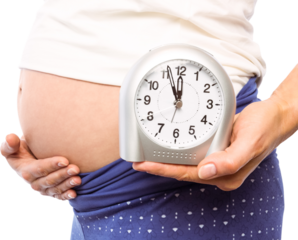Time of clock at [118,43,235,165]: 11:56
